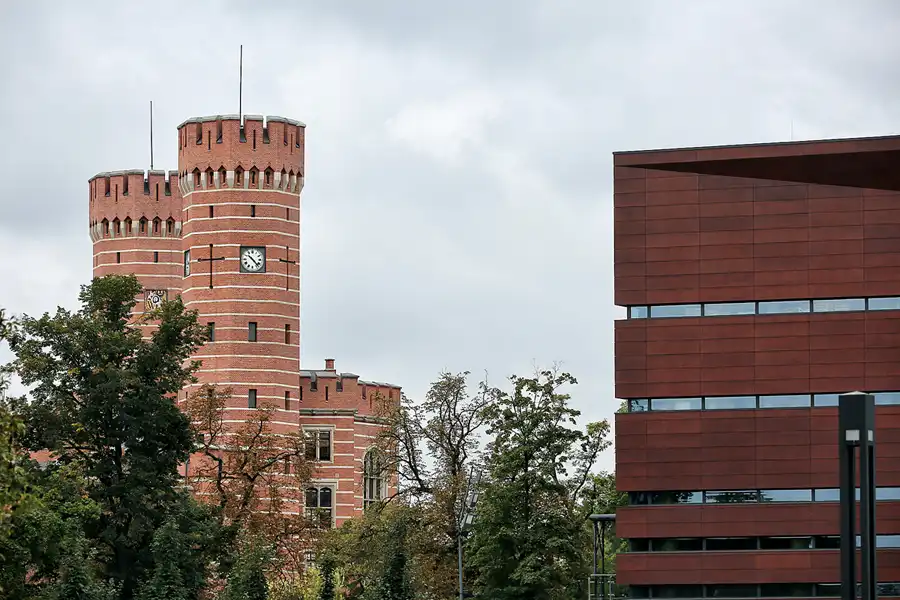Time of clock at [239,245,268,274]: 10:22
